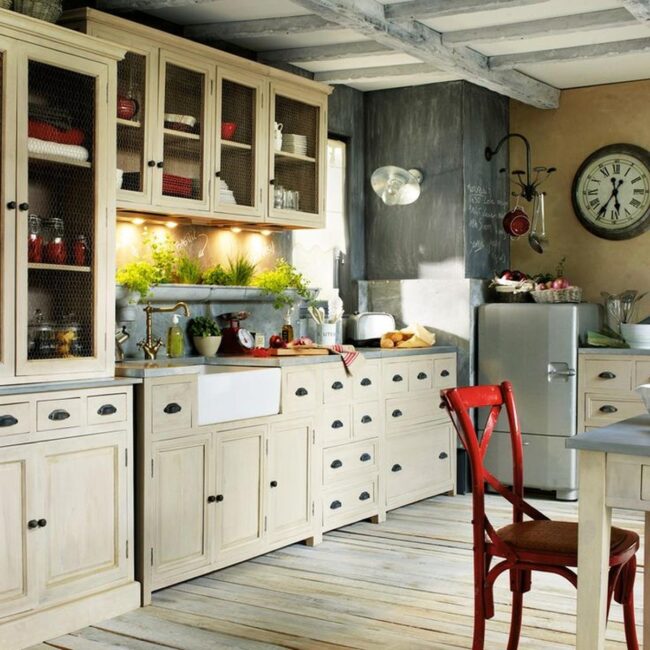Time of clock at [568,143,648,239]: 5:35
